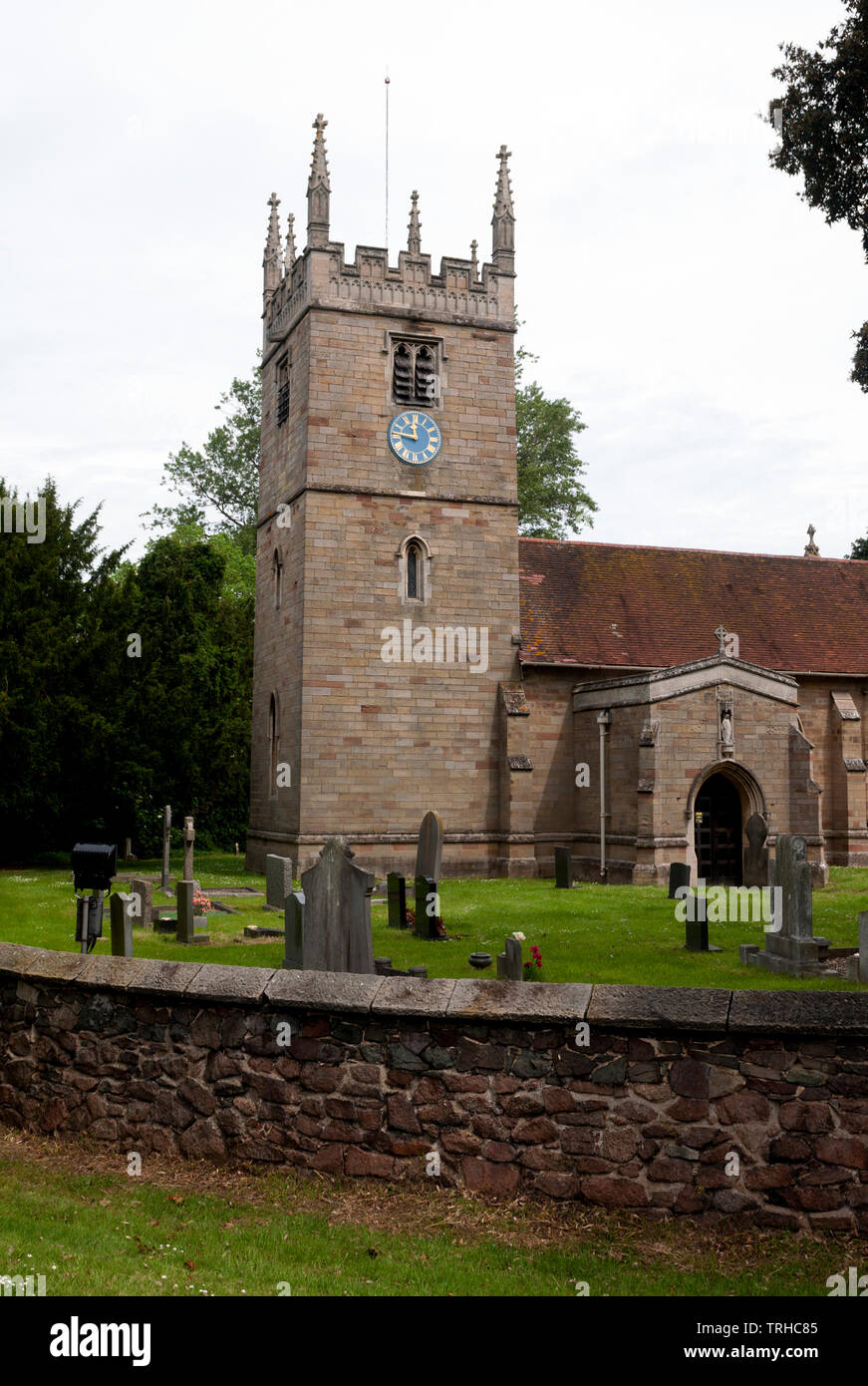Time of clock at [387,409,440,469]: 11:46
